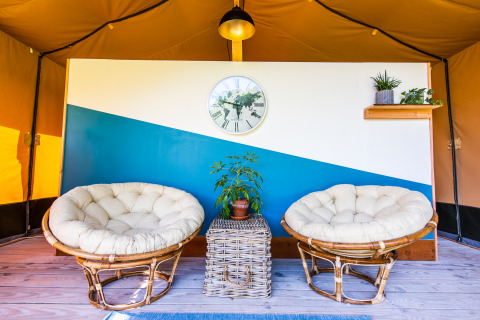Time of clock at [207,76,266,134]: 5:47
